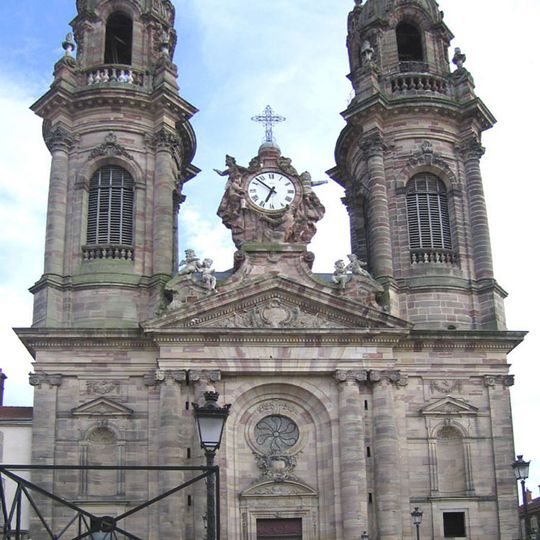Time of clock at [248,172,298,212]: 6:52
